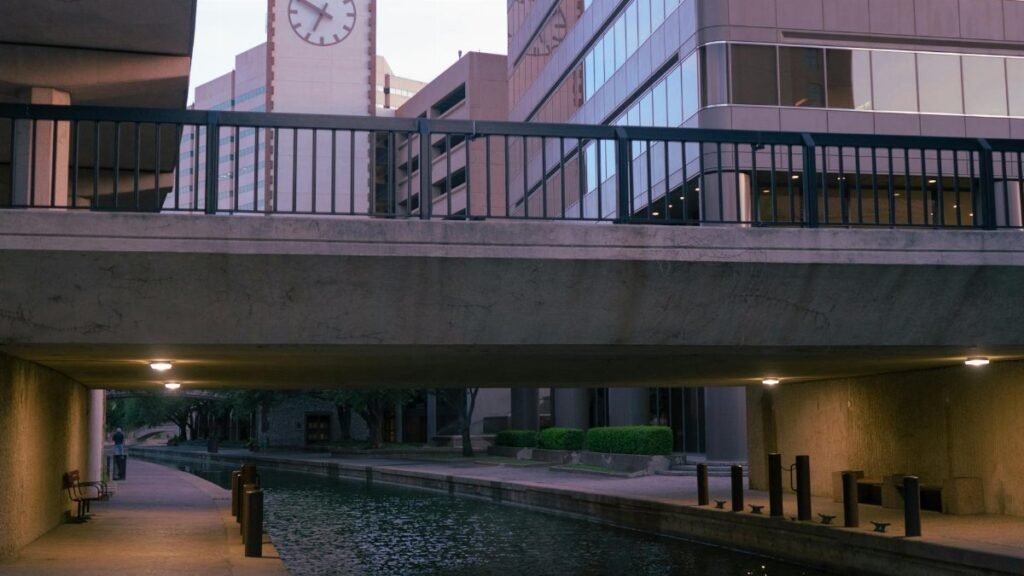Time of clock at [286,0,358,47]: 6:50
